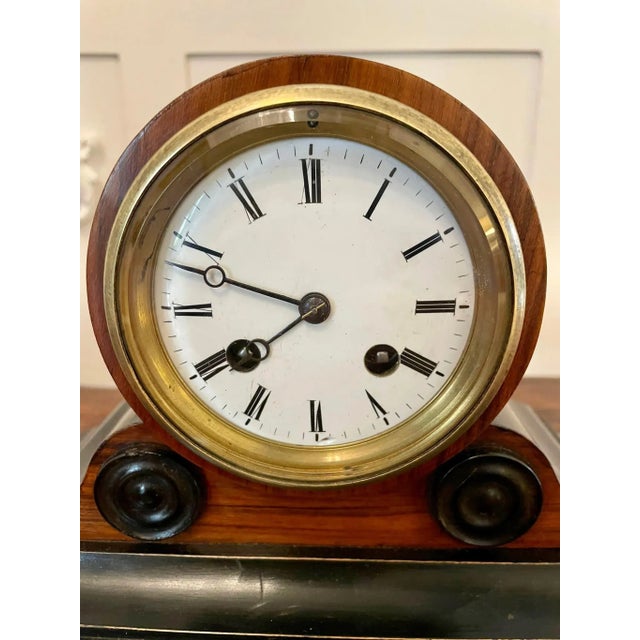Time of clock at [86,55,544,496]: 7:48
